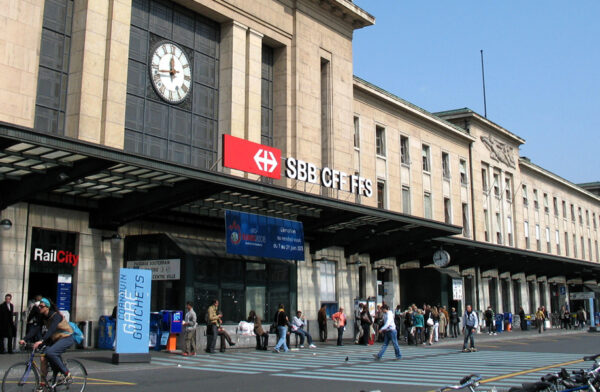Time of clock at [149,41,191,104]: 11:42
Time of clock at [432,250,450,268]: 11:42
